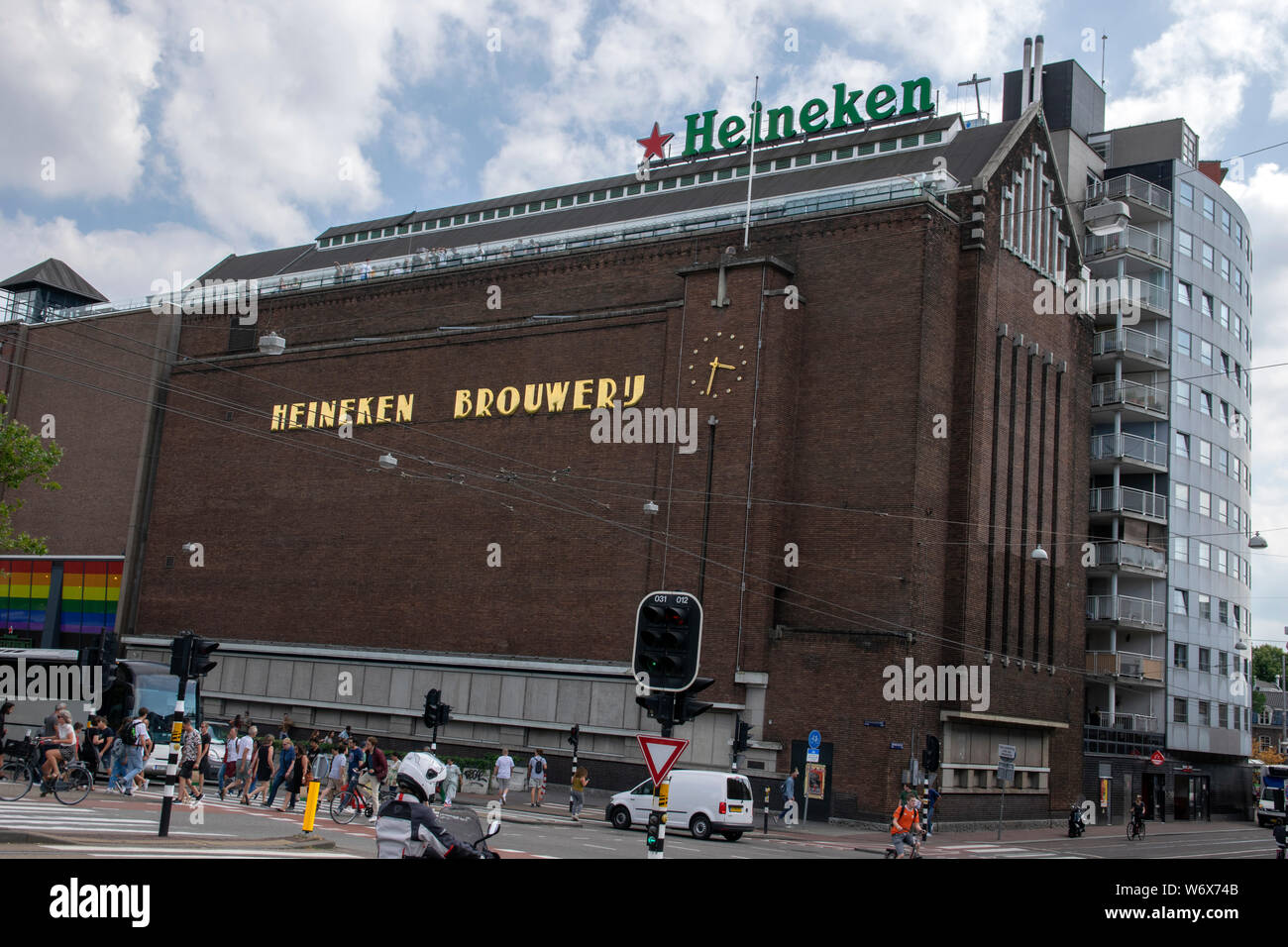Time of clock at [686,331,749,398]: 3:32
